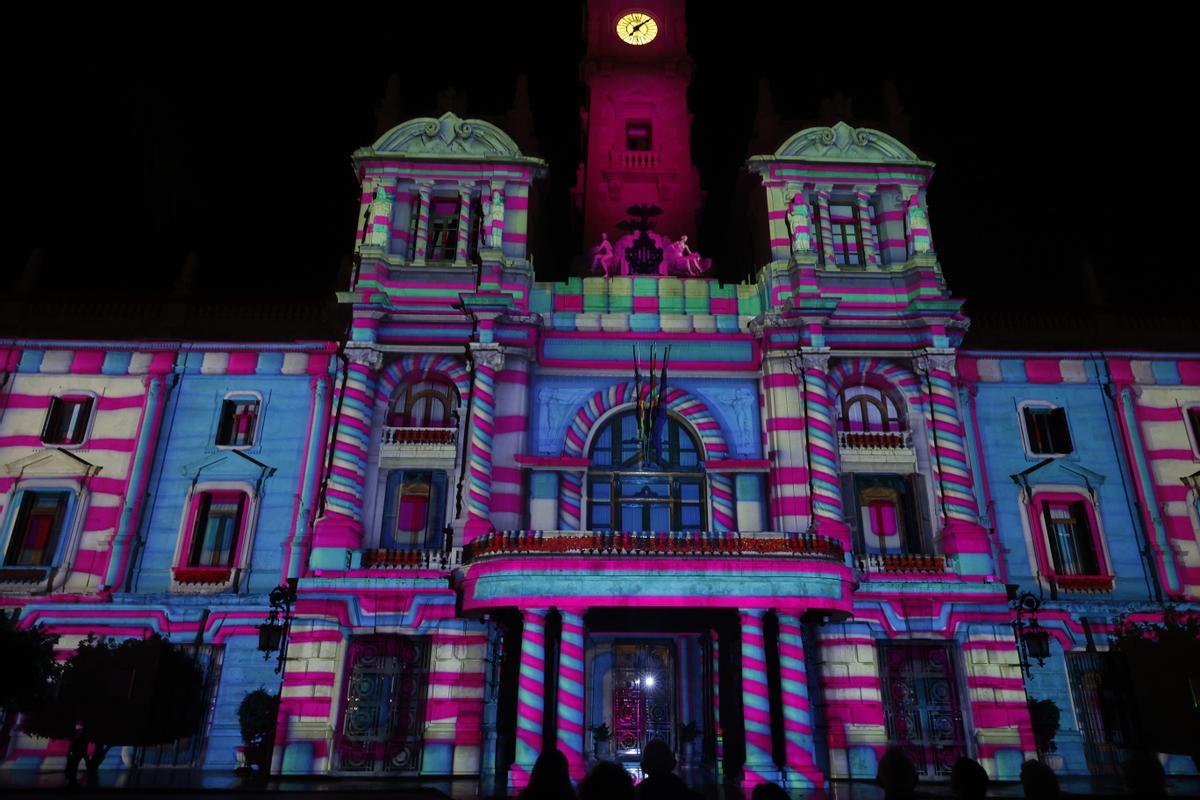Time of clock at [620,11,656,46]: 7:08
